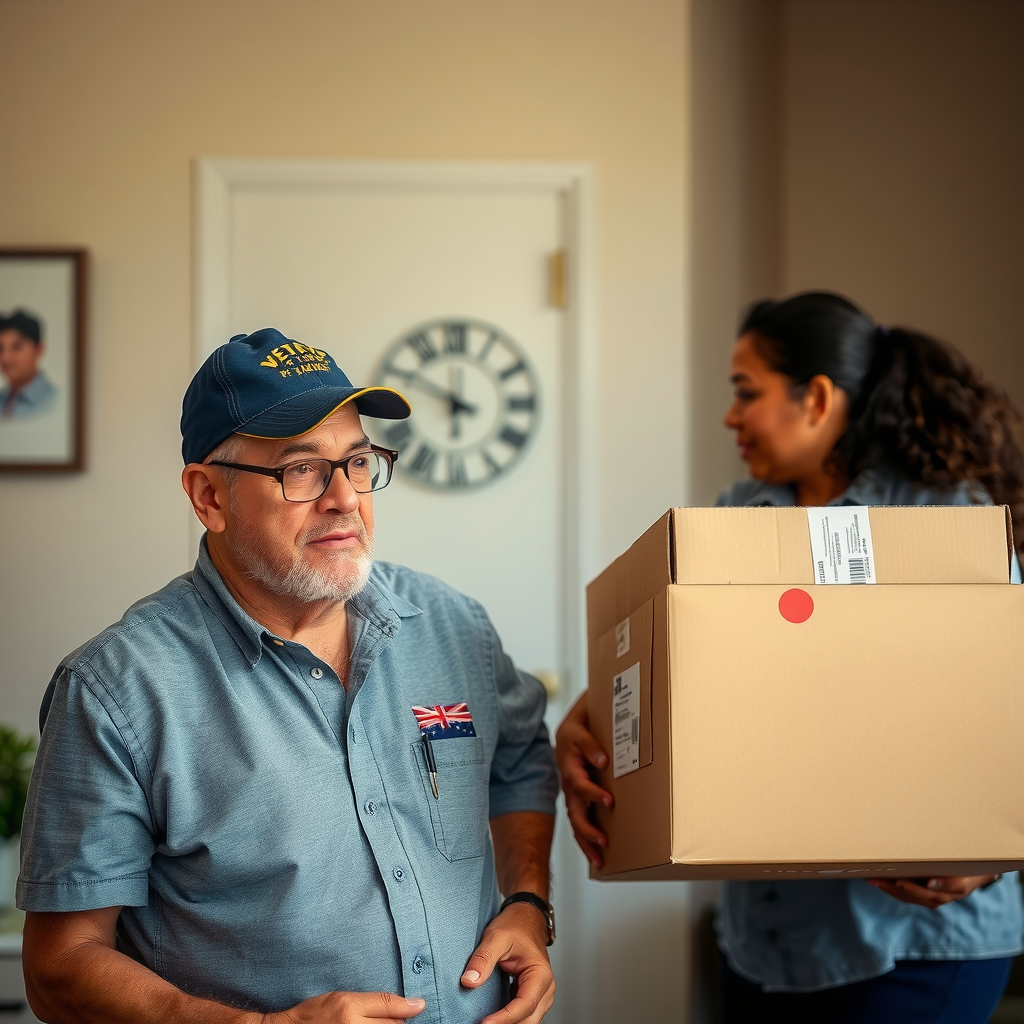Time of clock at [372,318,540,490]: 5:49
